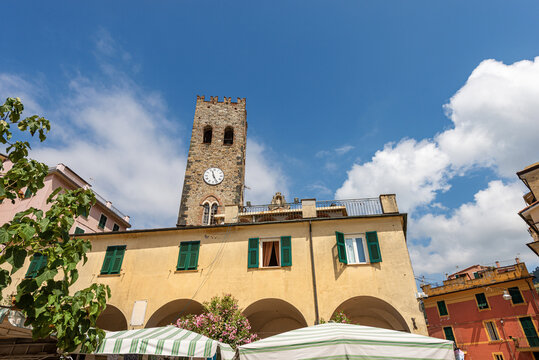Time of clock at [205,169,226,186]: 11:25
